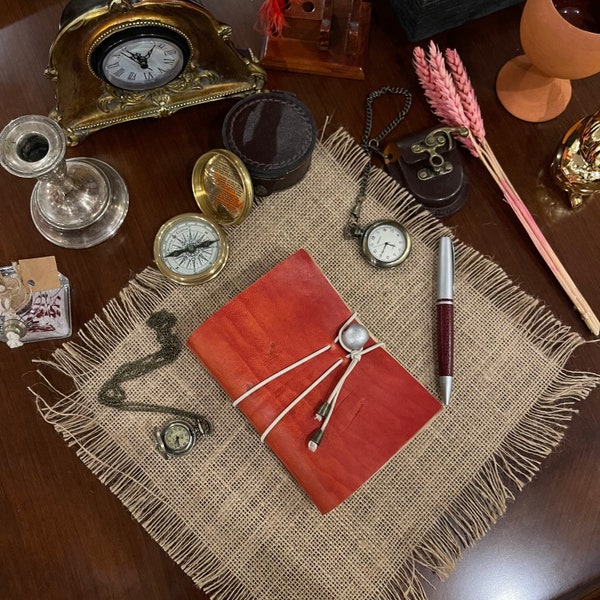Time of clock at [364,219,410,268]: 3:34
